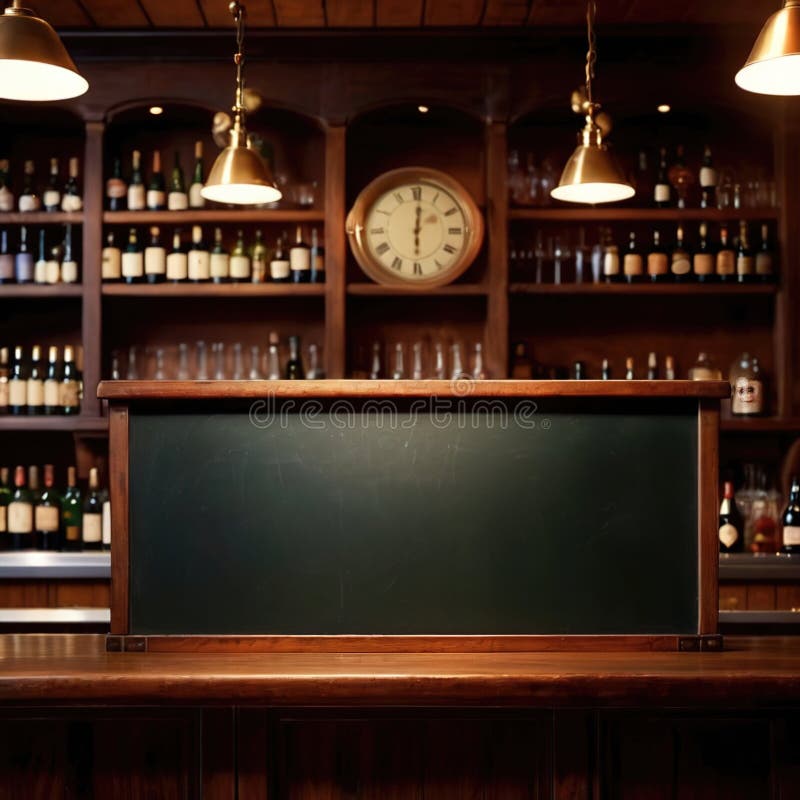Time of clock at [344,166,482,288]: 6:00
